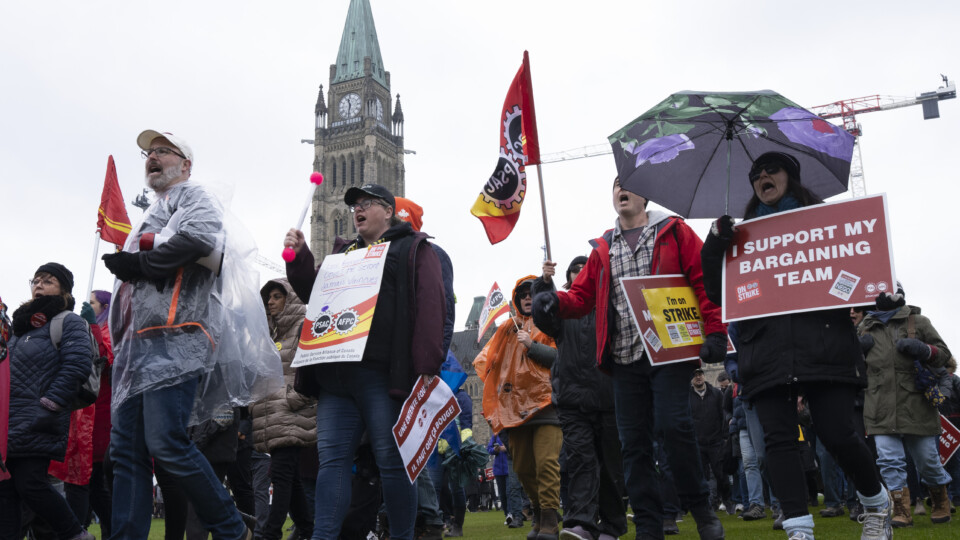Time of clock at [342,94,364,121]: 11:32
